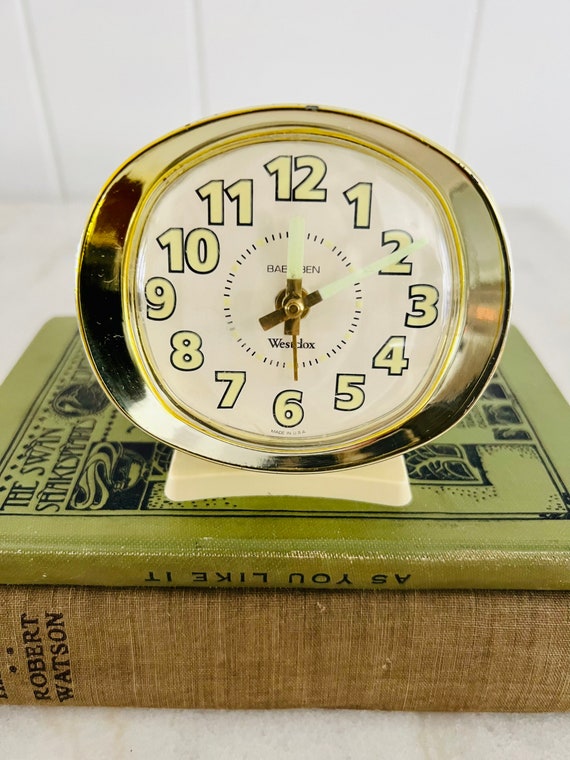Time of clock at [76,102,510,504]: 7:29
